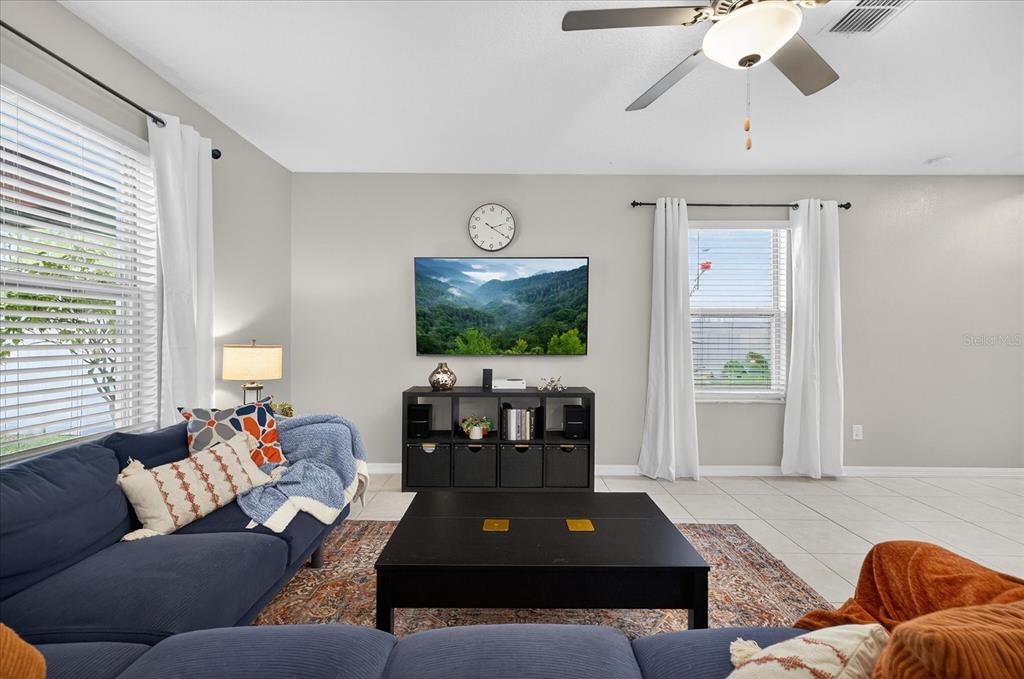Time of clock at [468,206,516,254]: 2:20
